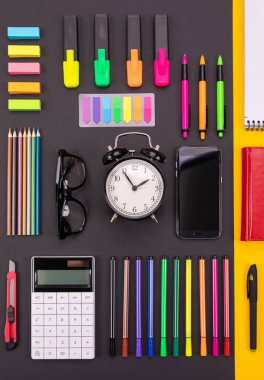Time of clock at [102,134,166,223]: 1:54
